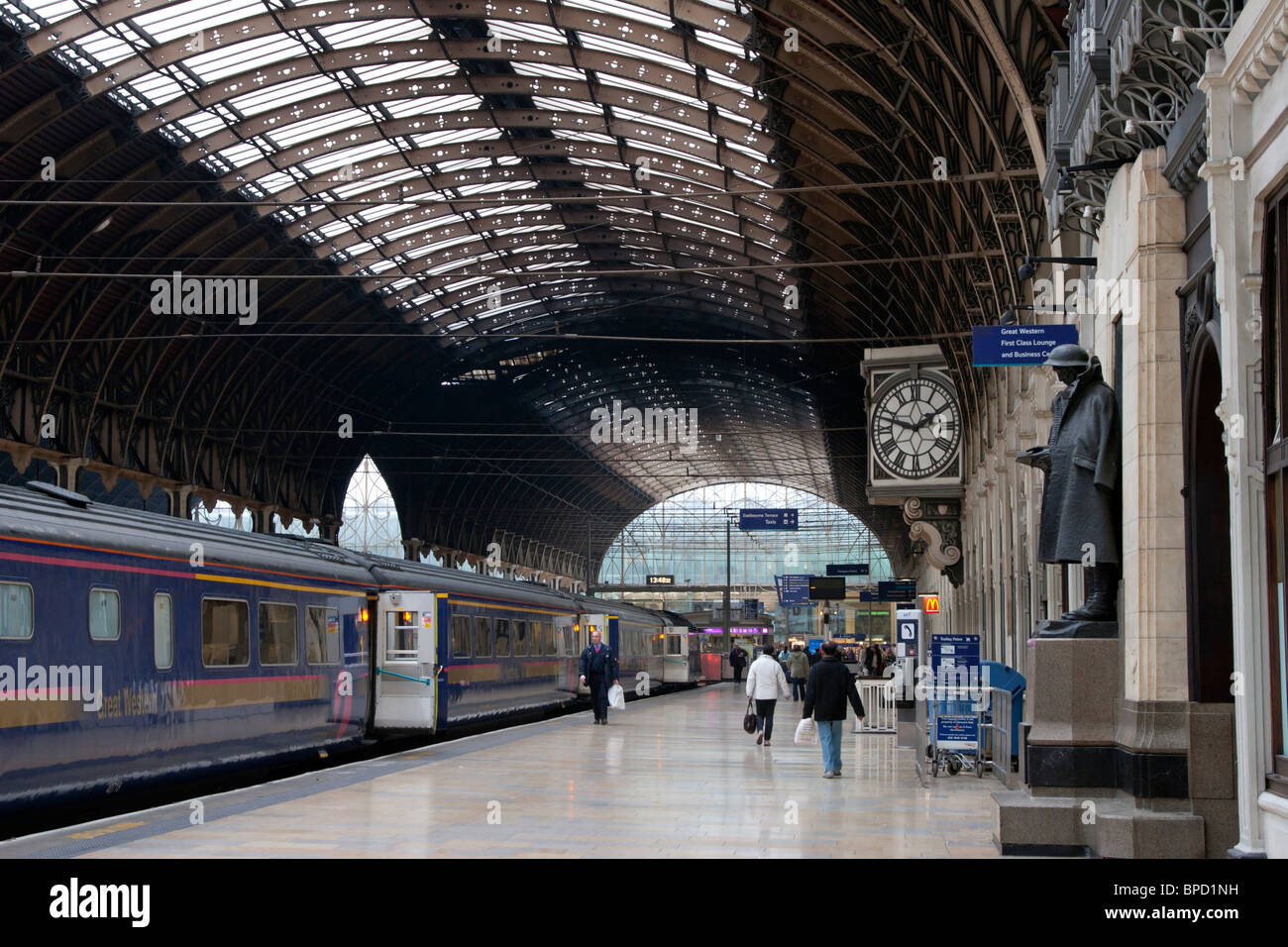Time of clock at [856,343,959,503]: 1:47
